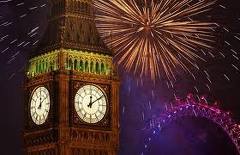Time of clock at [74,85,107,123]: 12:09
